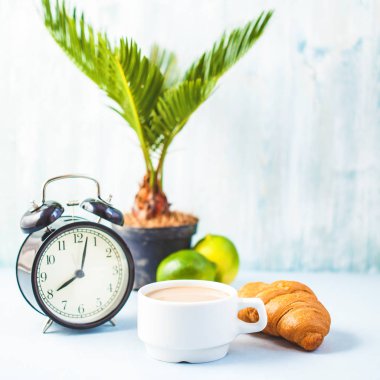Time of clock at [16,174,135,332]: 8:02
